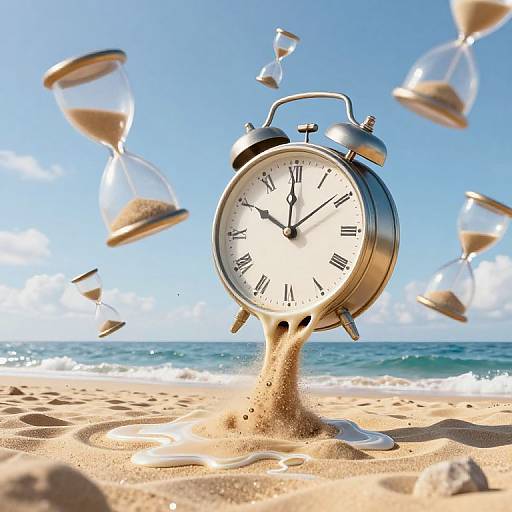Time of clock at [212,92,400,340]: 10:00
